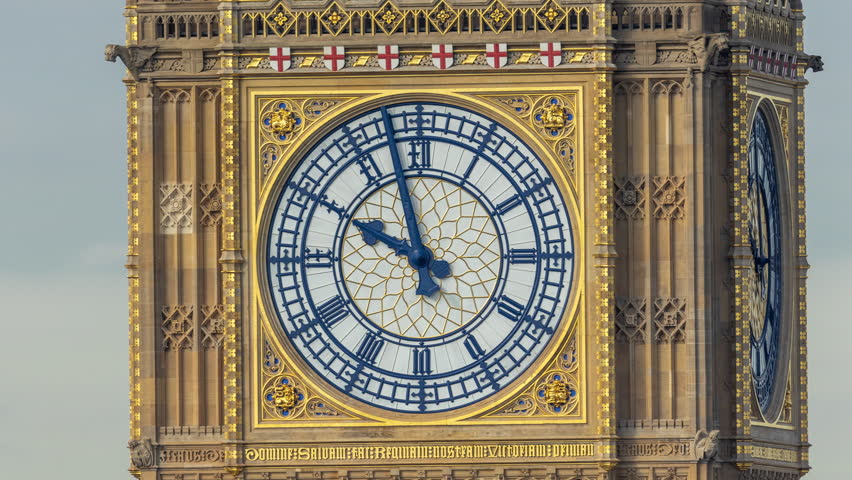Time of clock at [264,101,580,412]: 9:57
